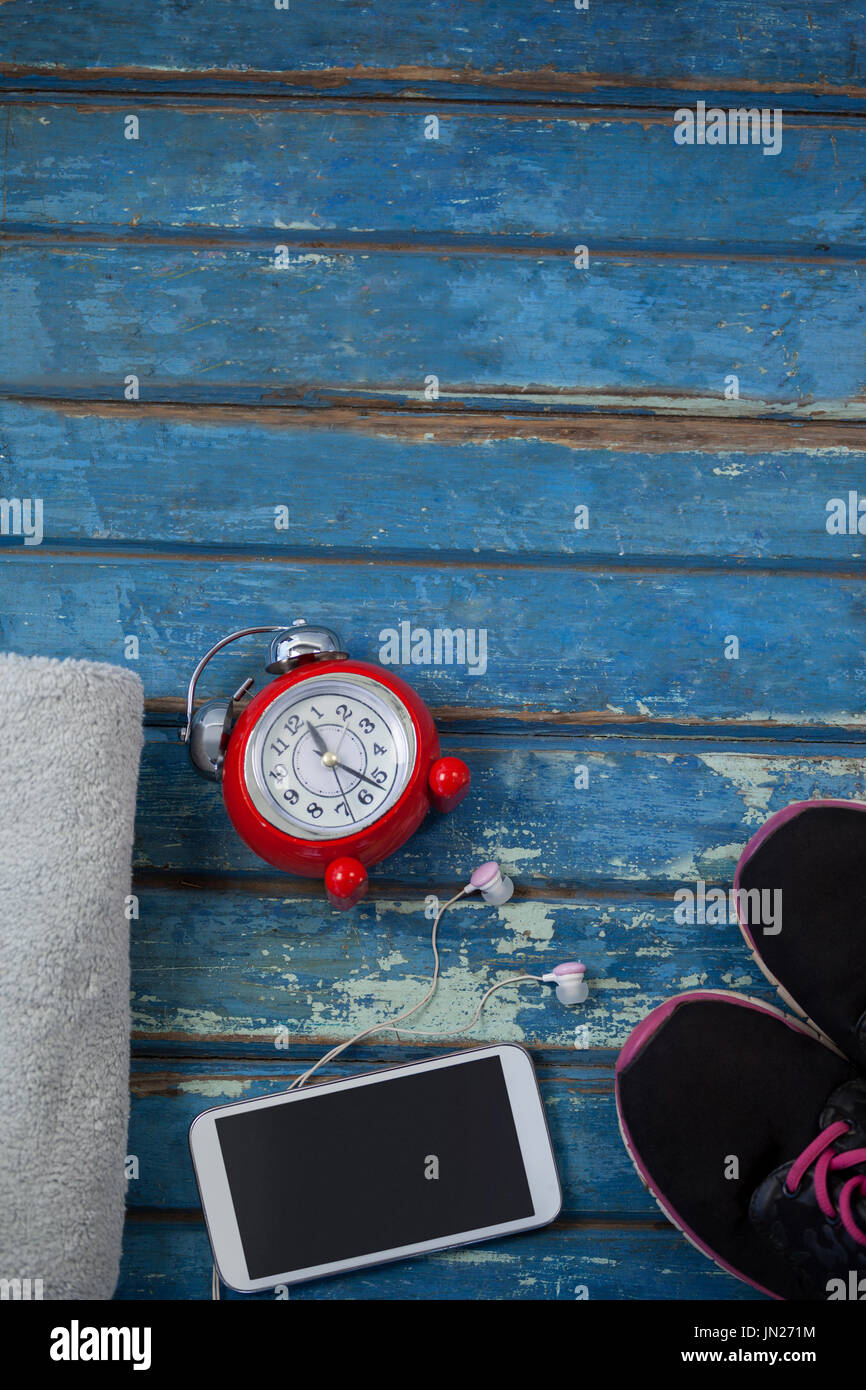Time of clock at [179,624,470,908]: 11:21
